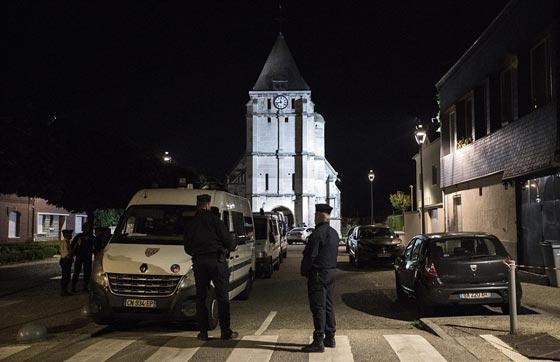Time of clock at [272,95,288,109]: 11:42
